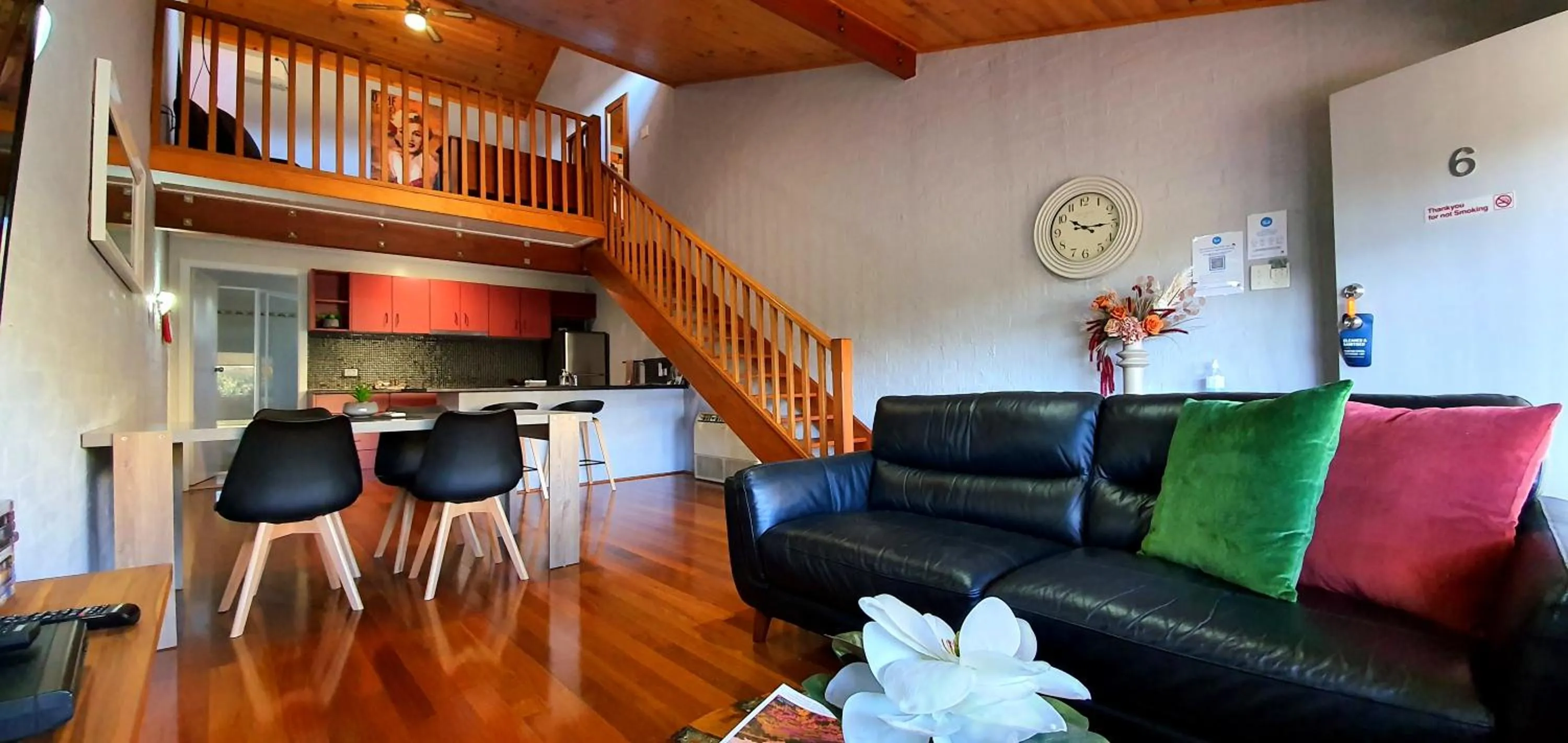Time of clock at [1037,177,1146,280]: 10:14
